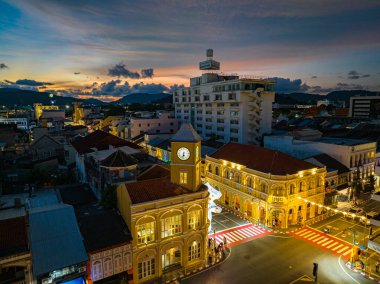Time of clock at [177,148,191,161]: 6:32
